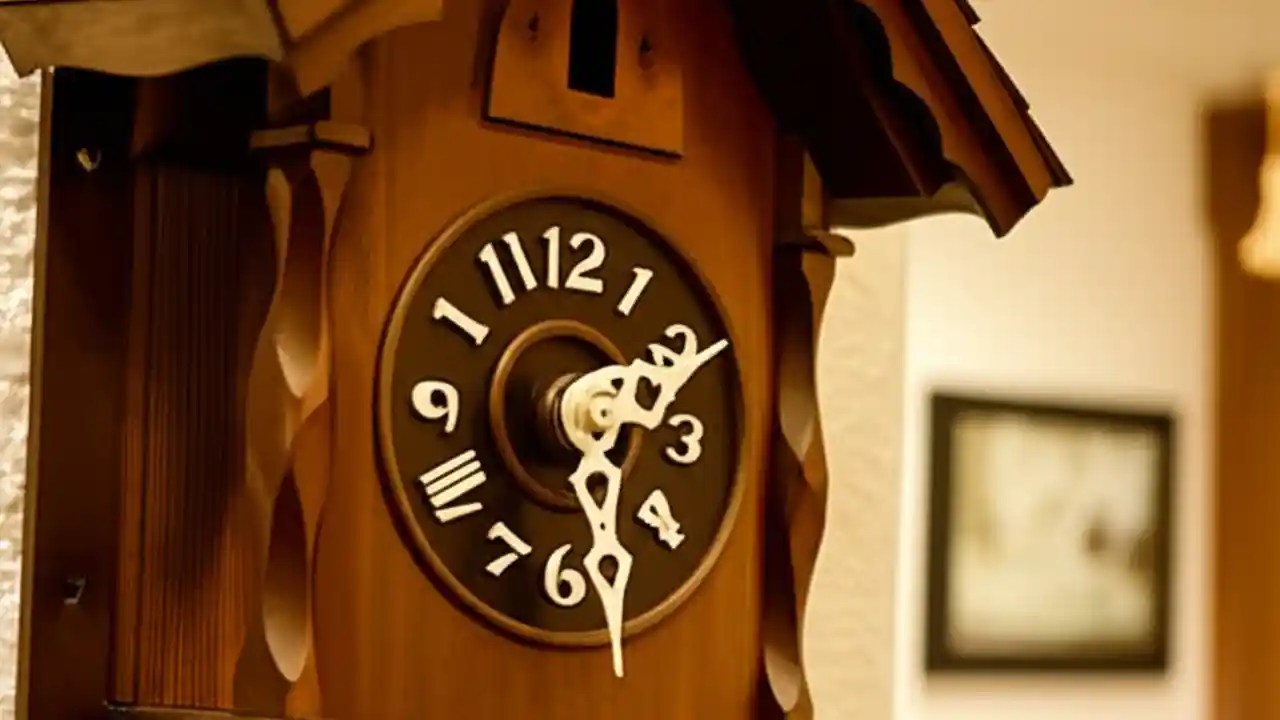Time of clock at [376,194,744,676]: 5:10
